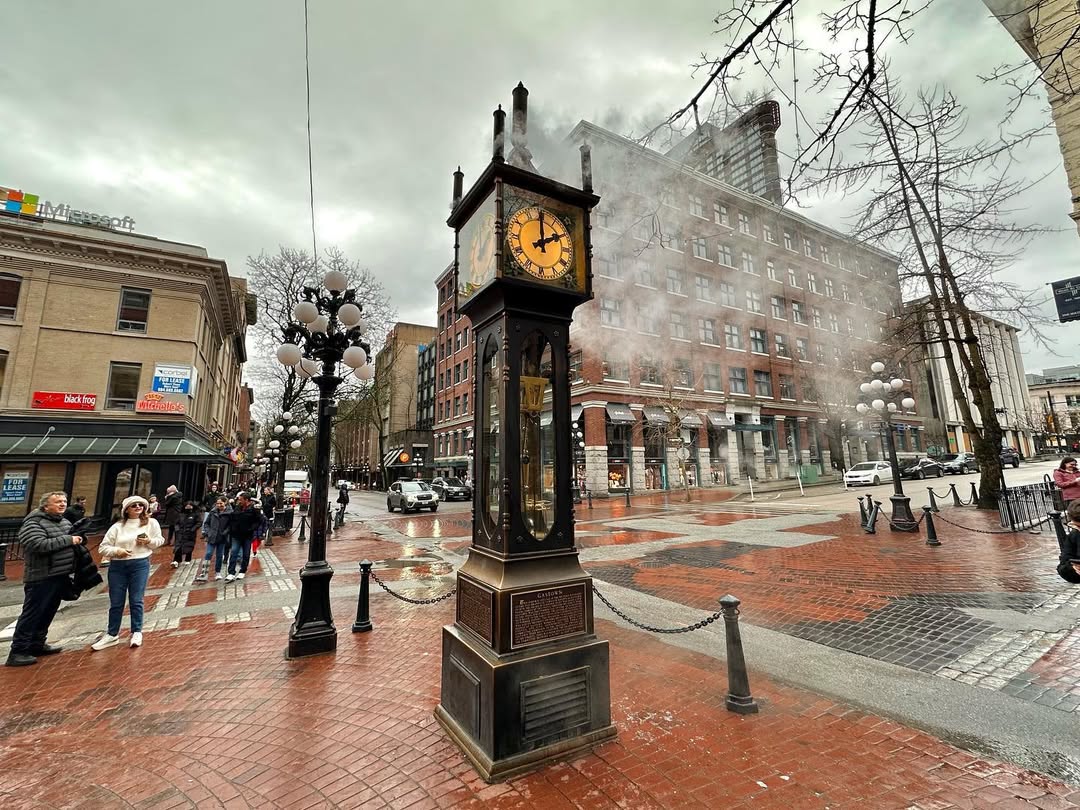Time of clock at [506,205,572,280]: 1:59
